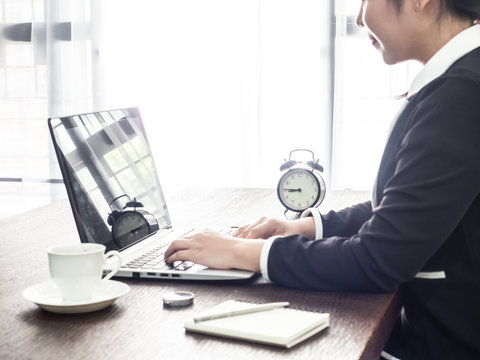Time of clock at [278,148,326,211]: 8:45
